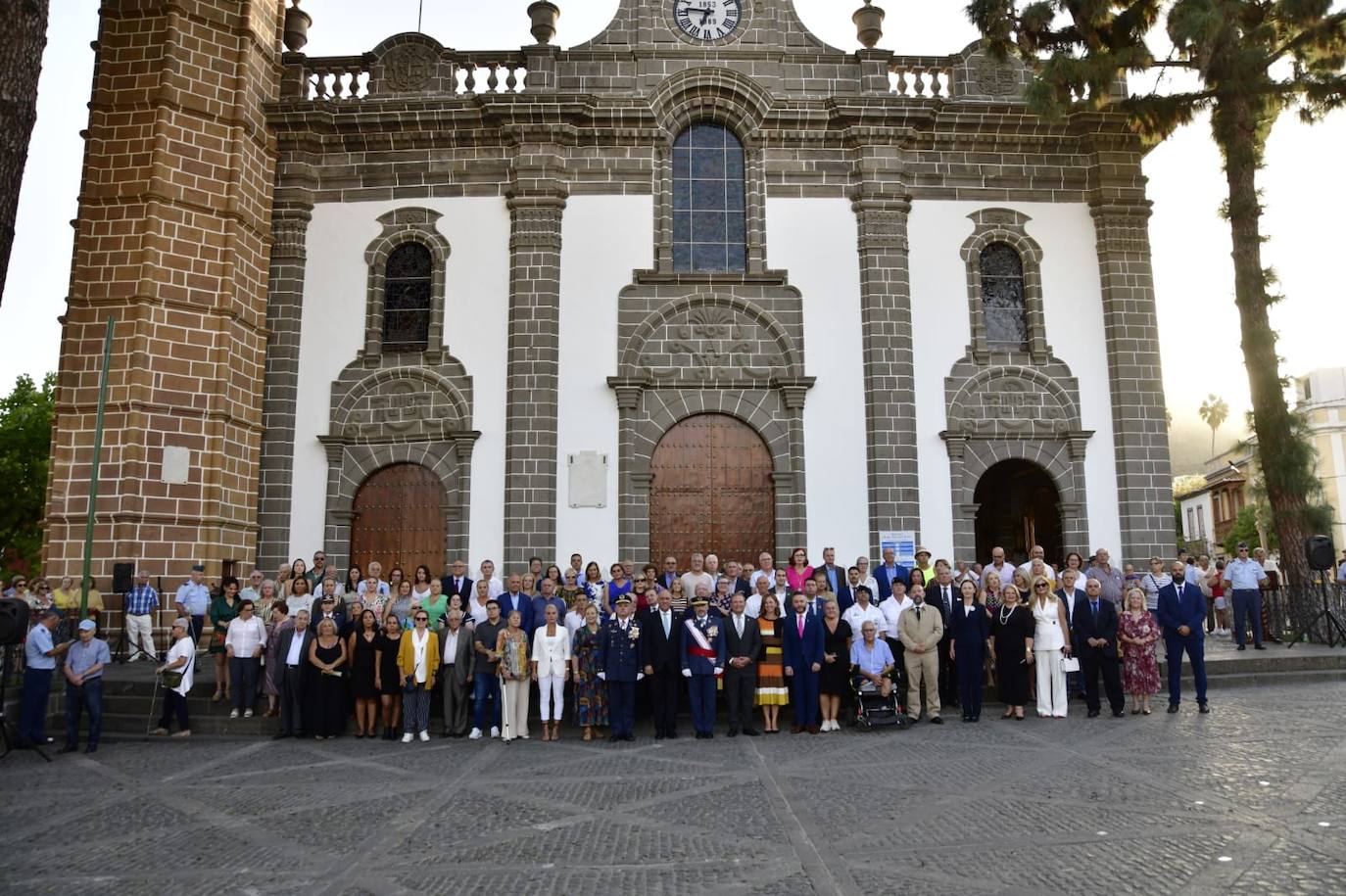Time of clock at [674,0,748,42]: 6:46
